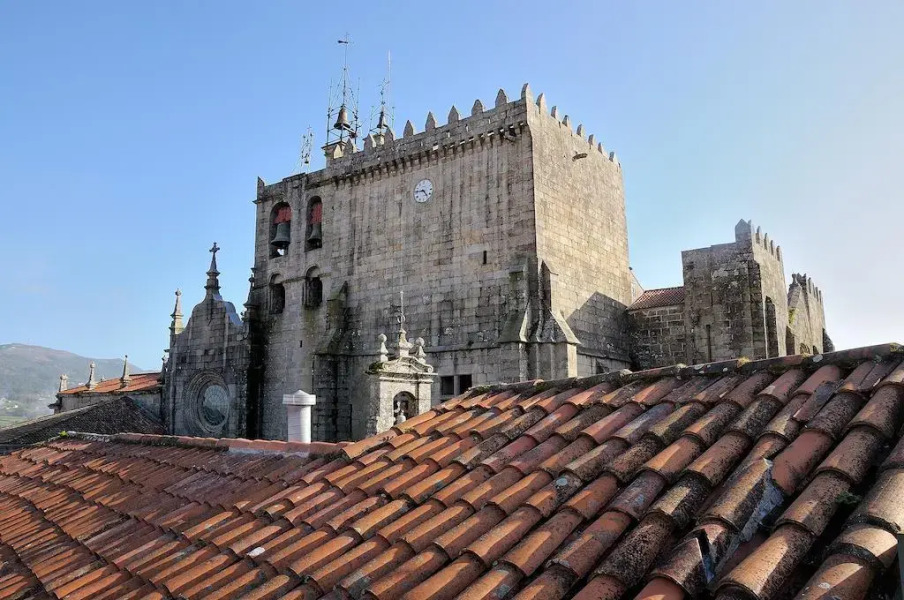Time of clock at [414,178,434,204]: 4:45
